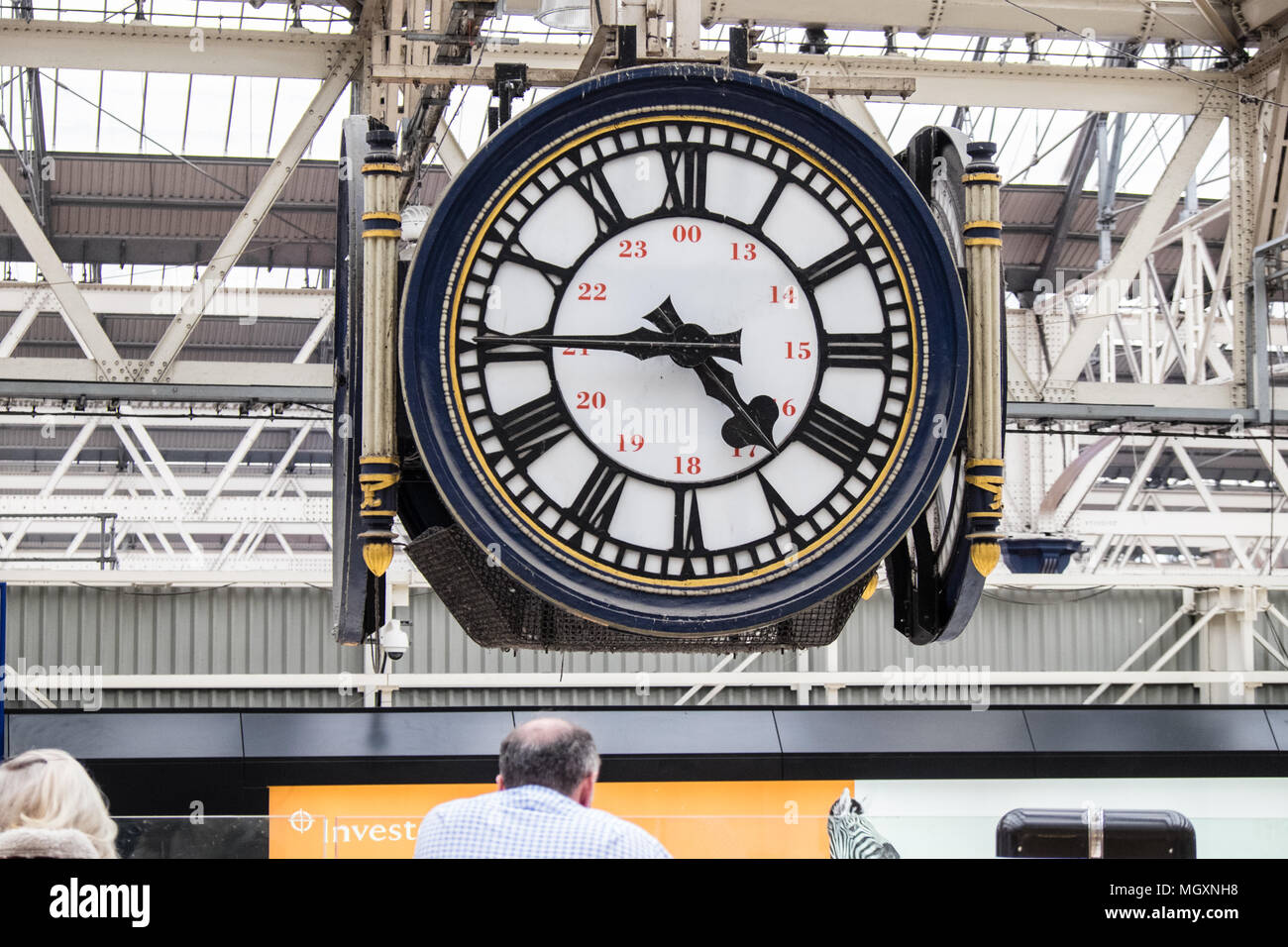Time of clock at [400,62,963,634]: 4:44
